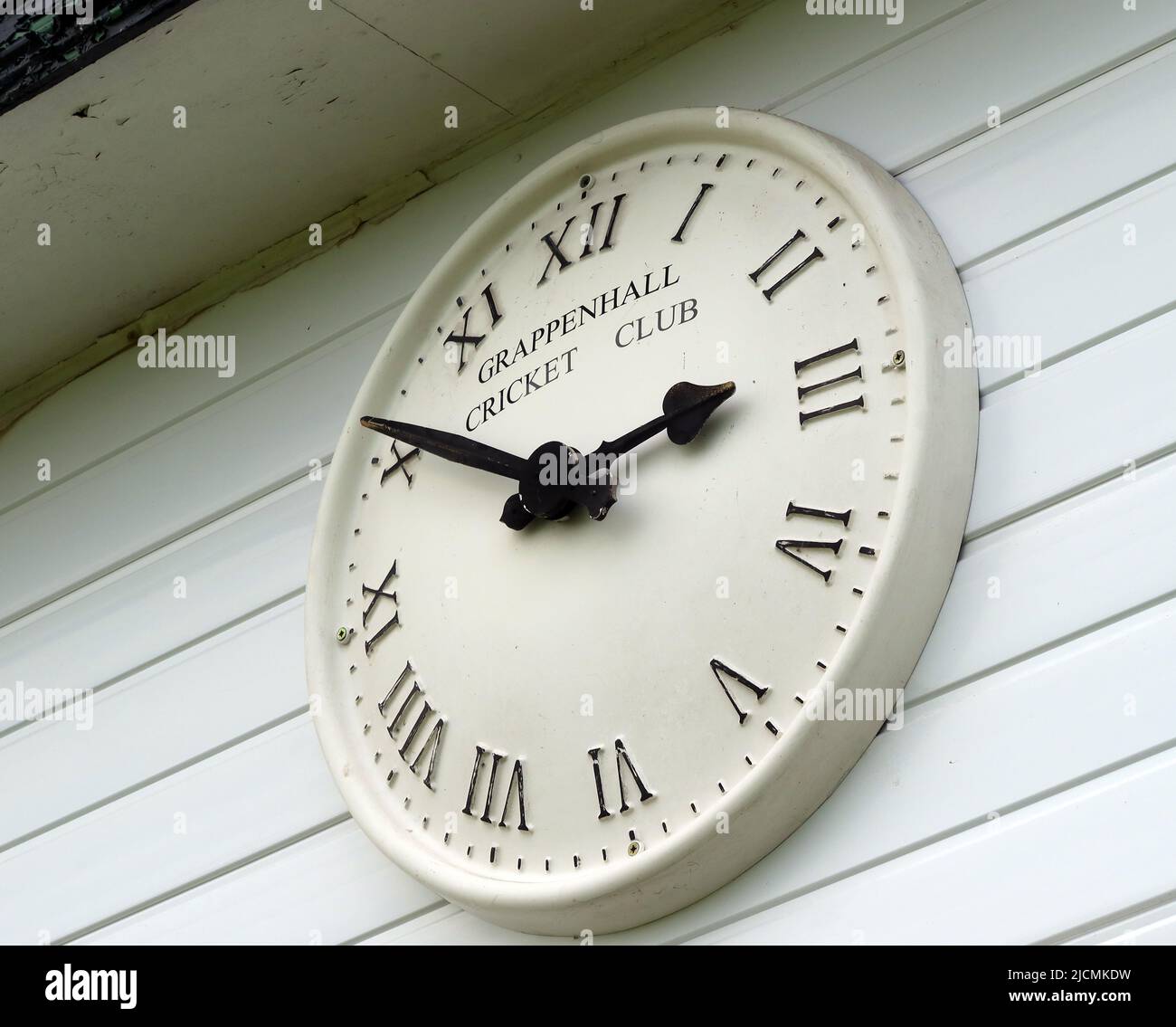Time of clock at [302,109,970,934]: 2:50
